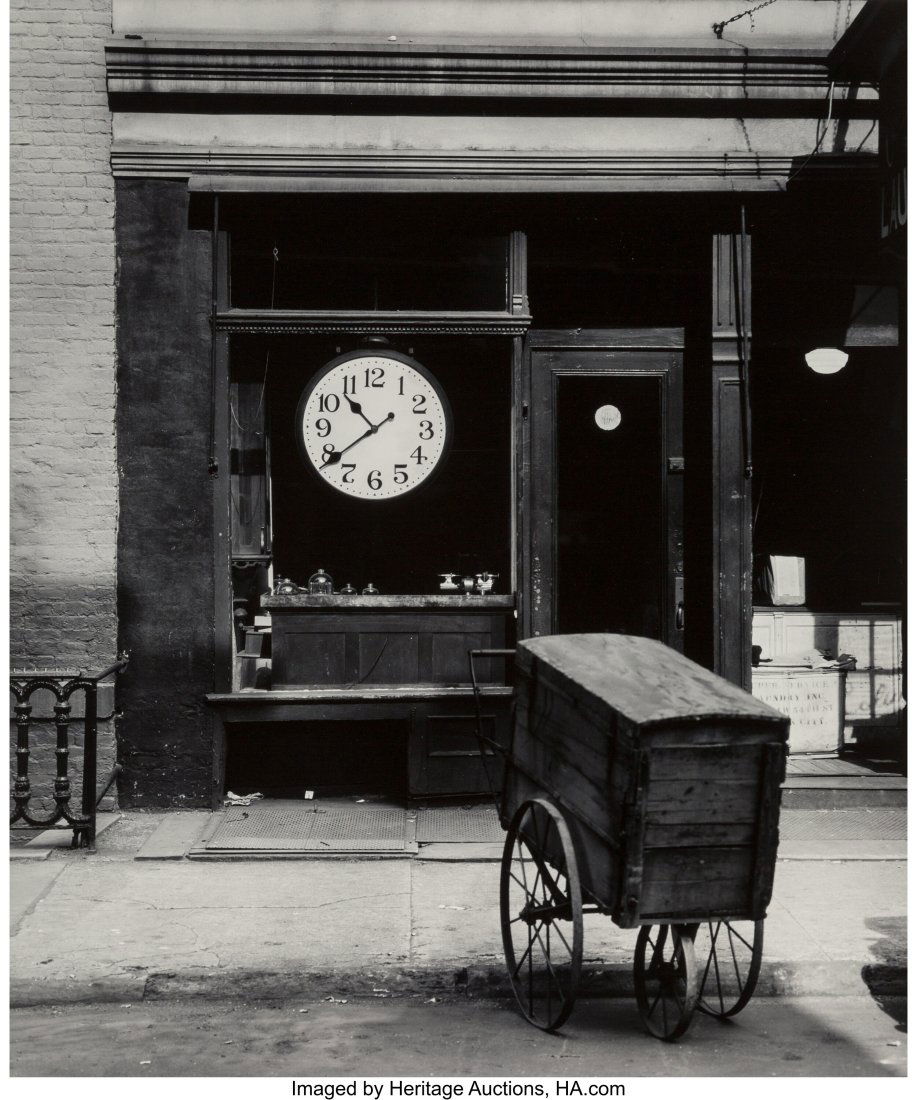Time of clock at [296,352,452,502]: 10:38
